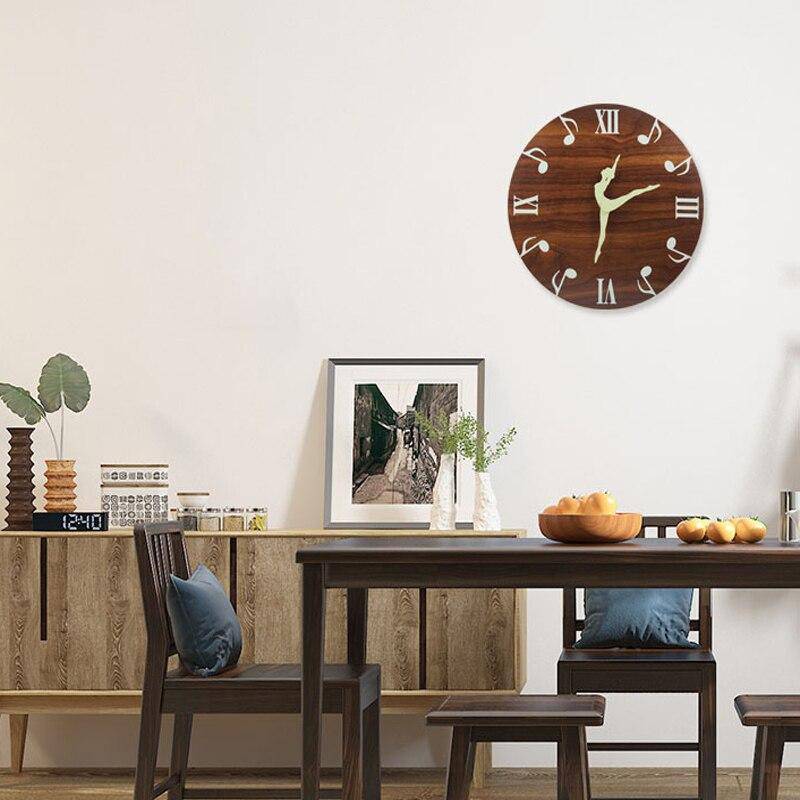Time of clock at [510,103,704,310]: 12:31
